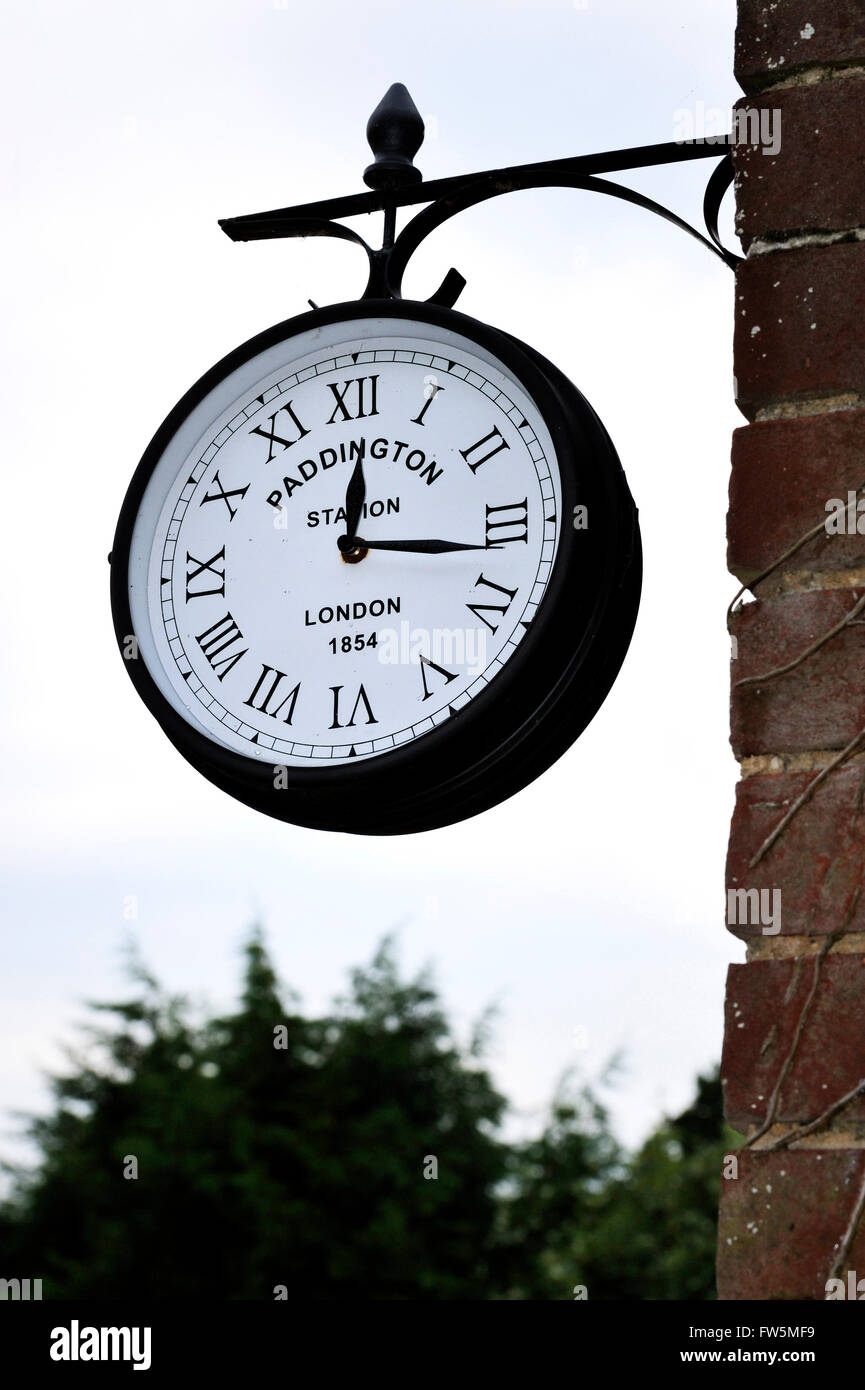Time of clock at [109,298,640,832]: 12:16
